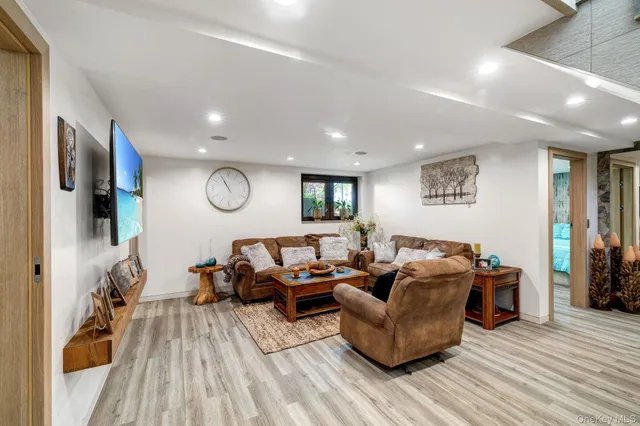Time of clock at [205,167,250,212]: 10:55
